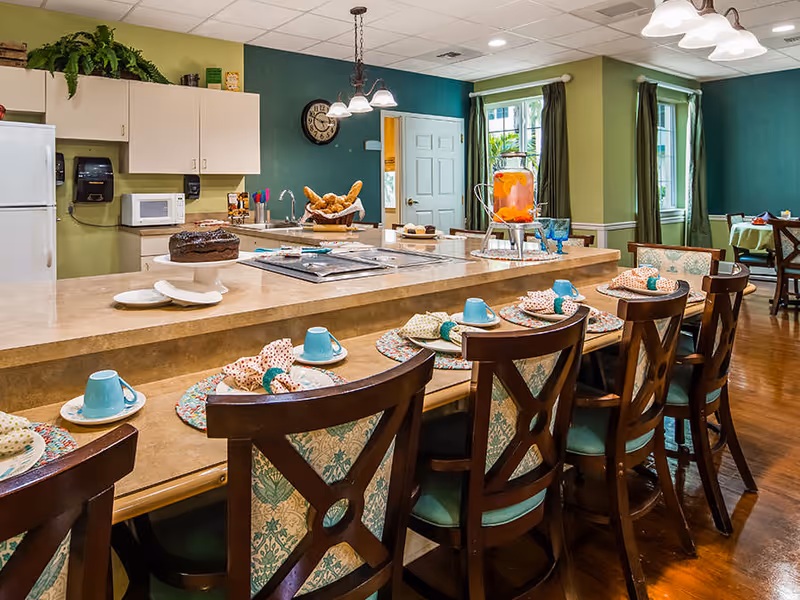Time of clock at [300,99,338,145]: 2:48
